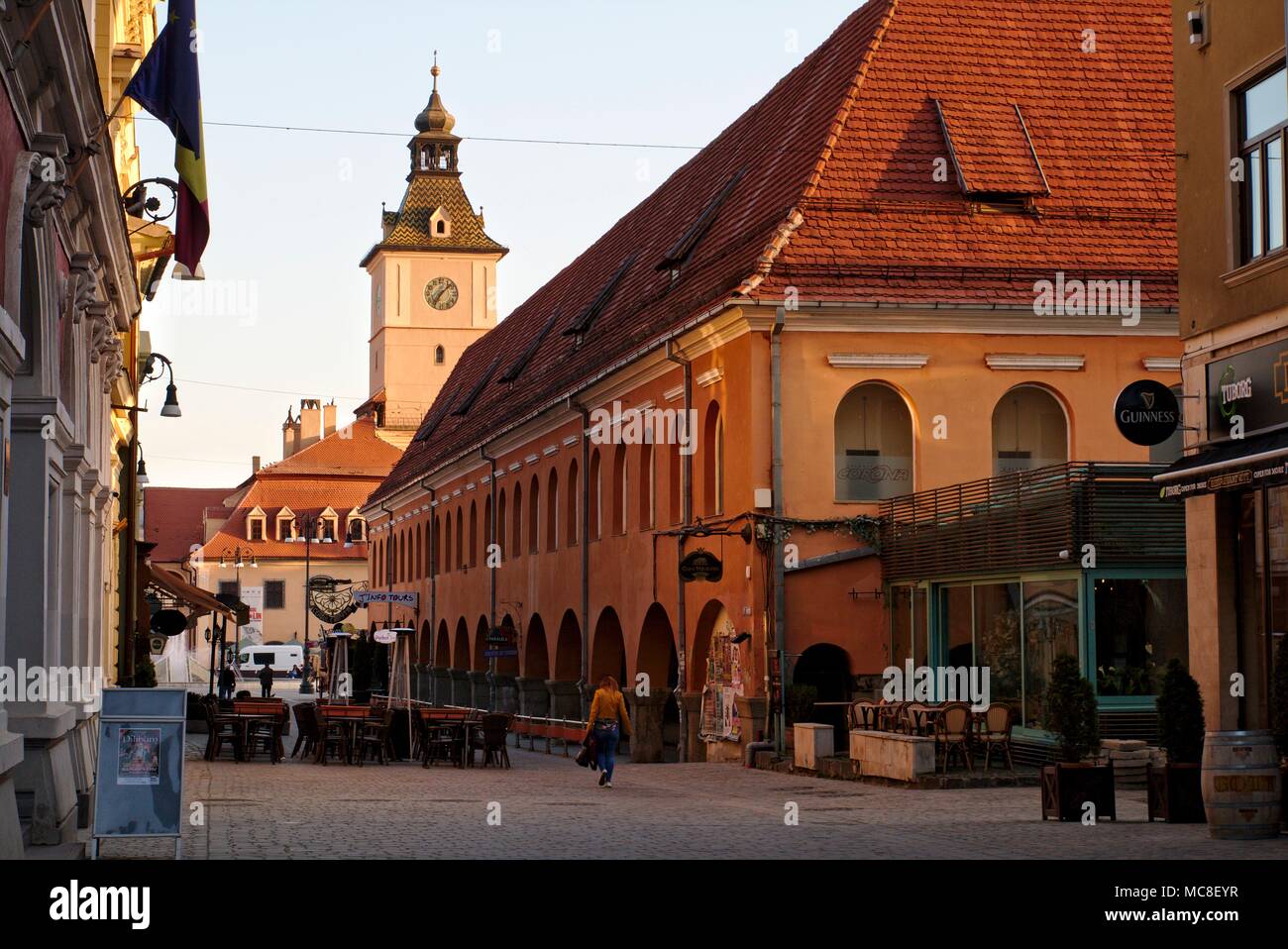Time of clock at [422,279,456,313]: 7:07
